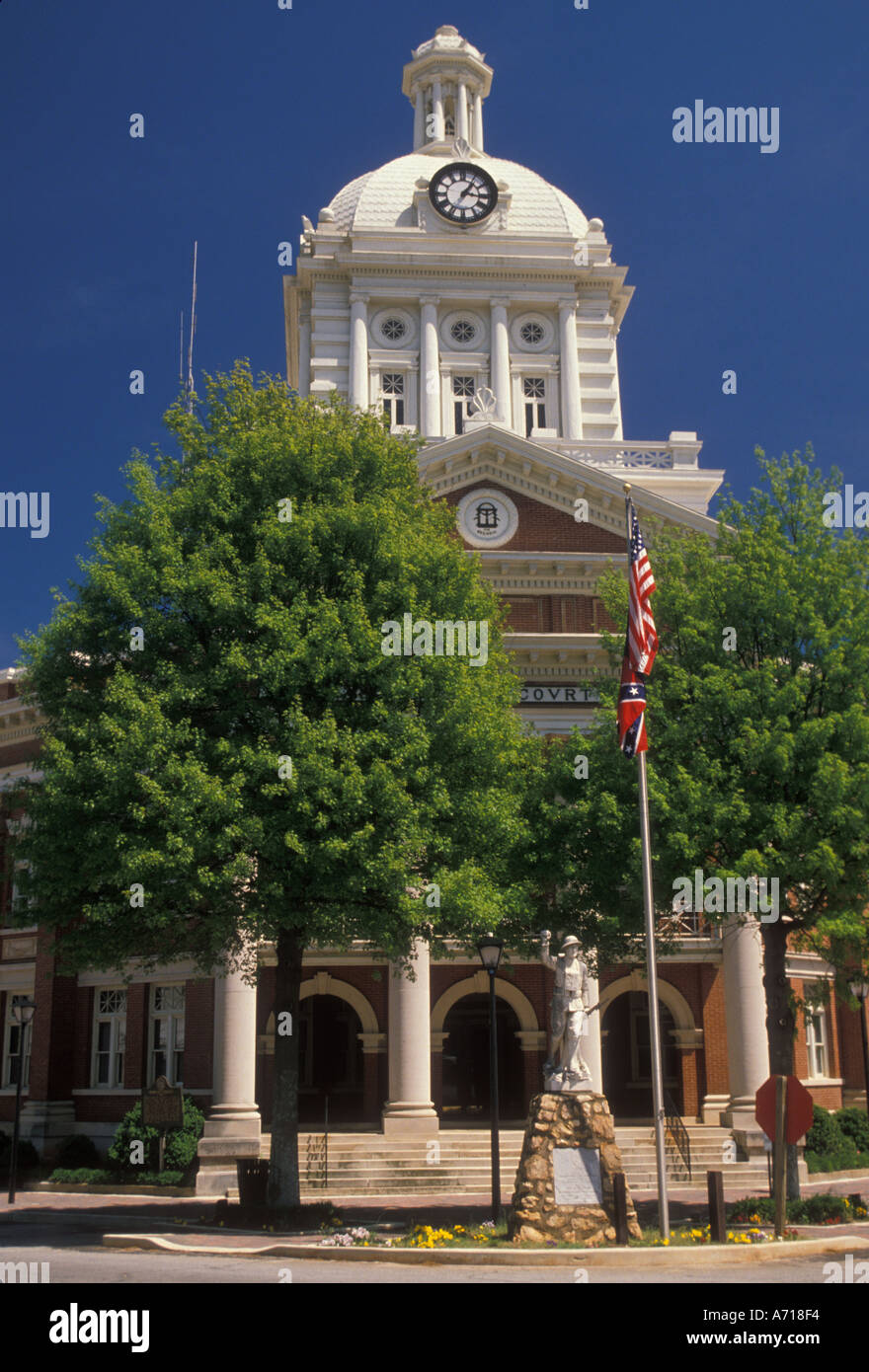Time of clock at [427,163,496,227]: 1:16
